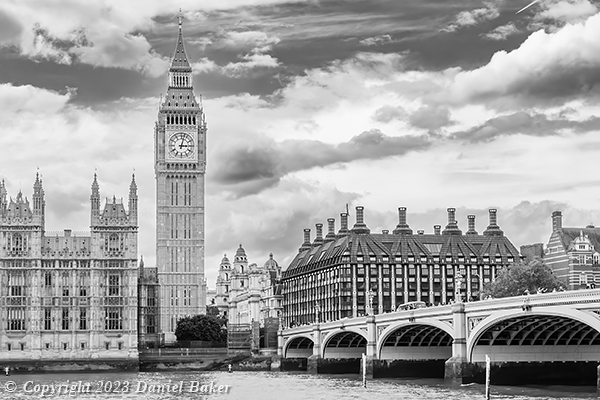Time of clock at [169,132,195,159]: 3:02
